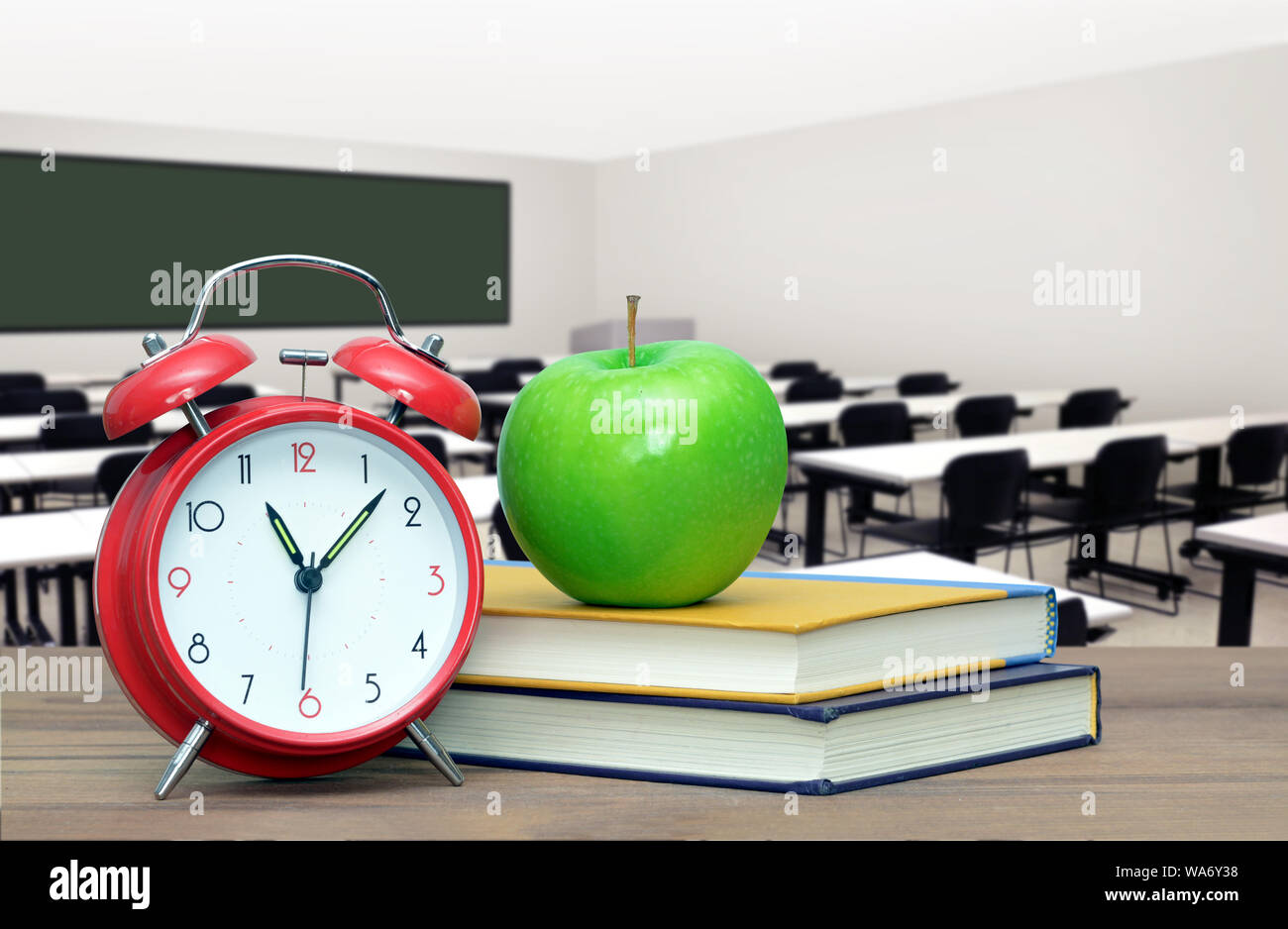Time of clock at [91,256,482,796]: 11:07
